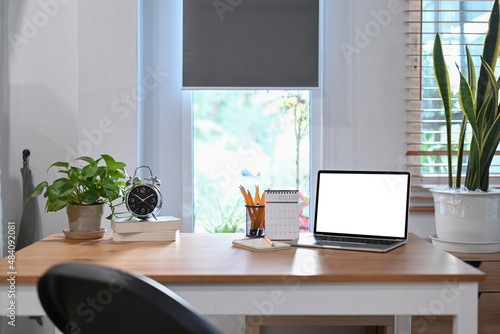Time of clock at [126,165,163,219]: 1:51
